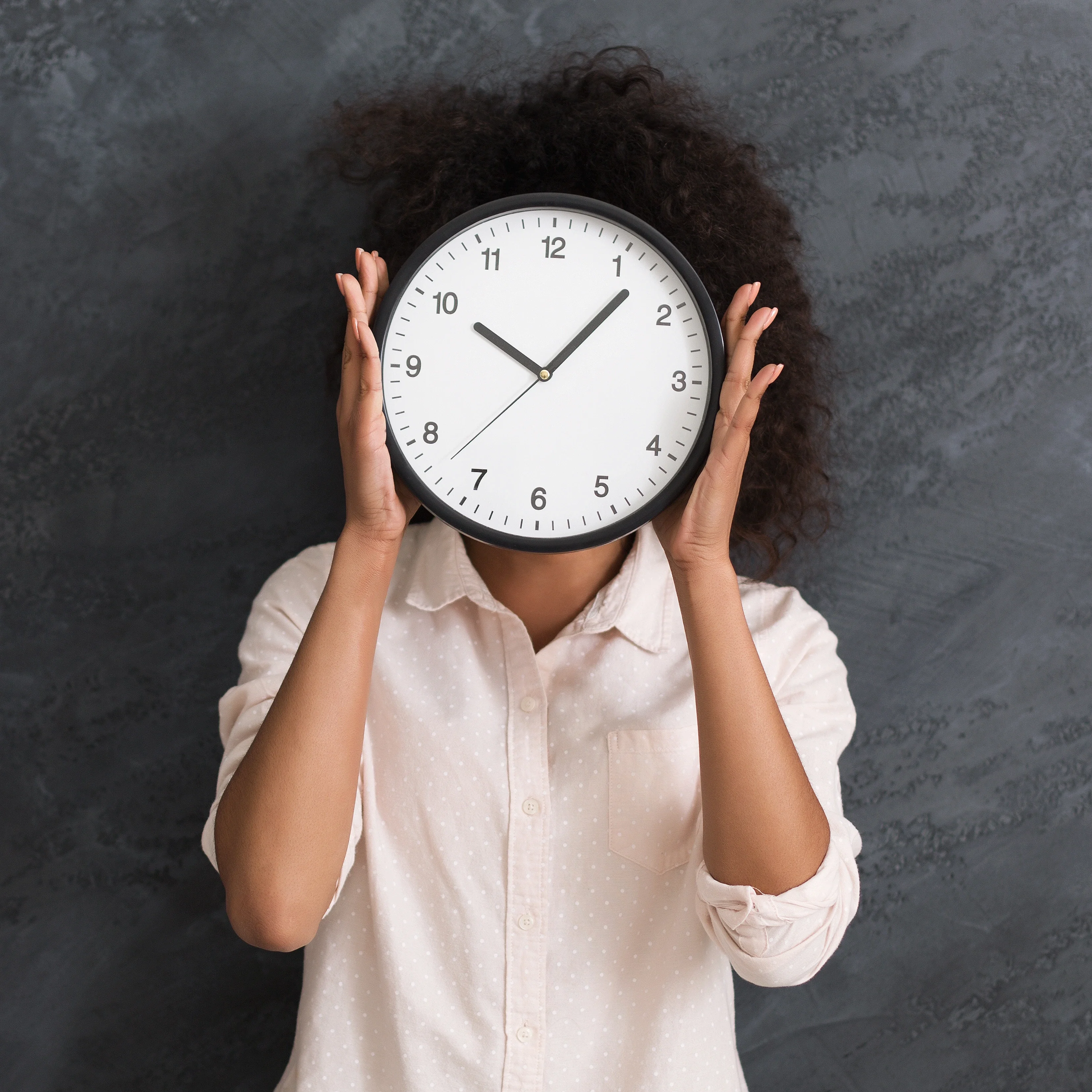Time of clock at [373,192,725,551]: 10:07
